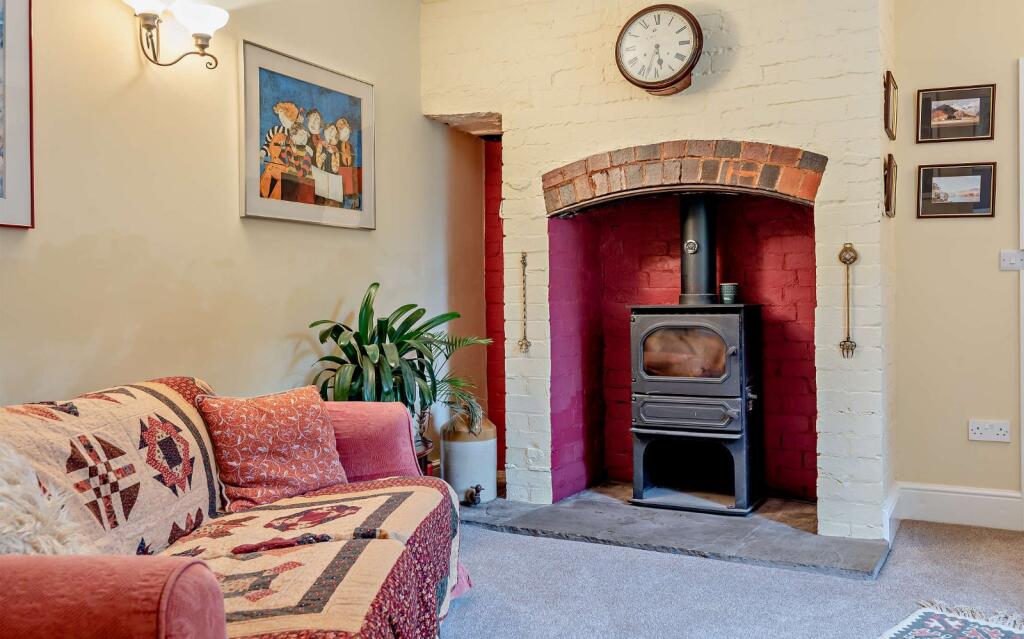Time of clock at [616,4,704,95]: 5:33
